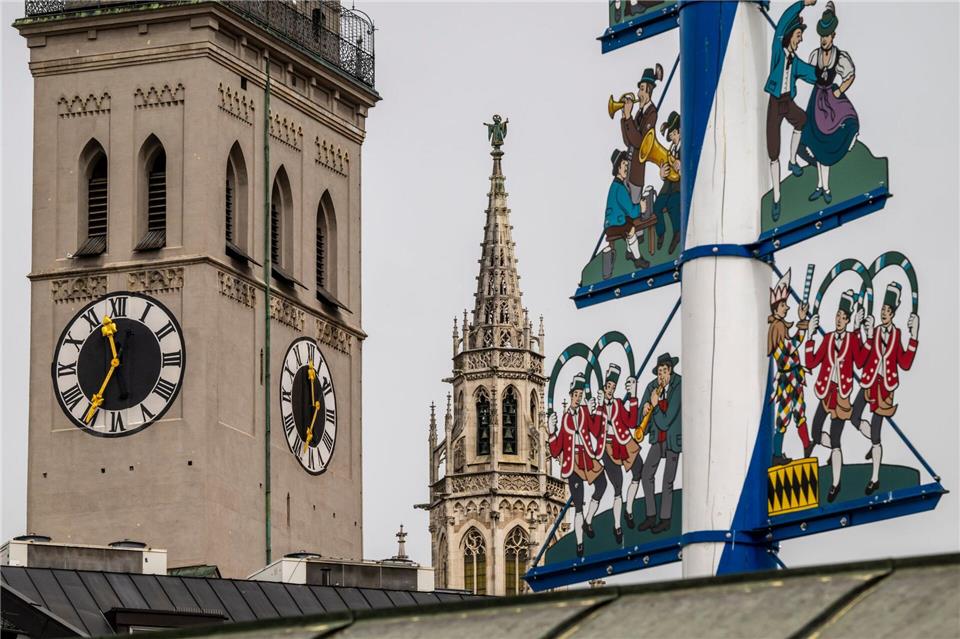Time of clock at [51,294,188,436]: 11:35
